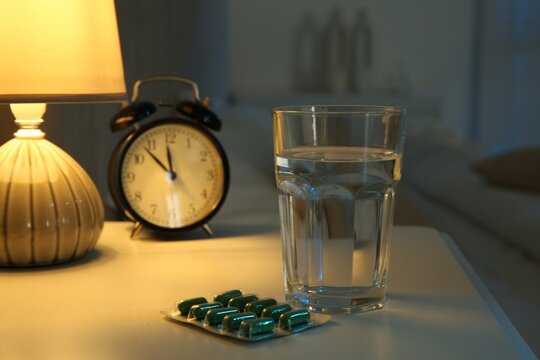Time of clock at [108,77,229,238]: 11:52
